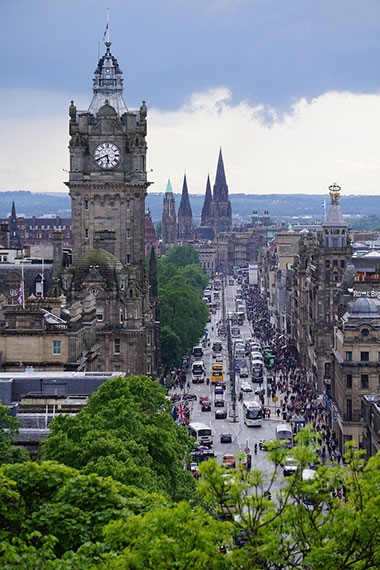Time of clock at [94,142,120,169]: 5:40
